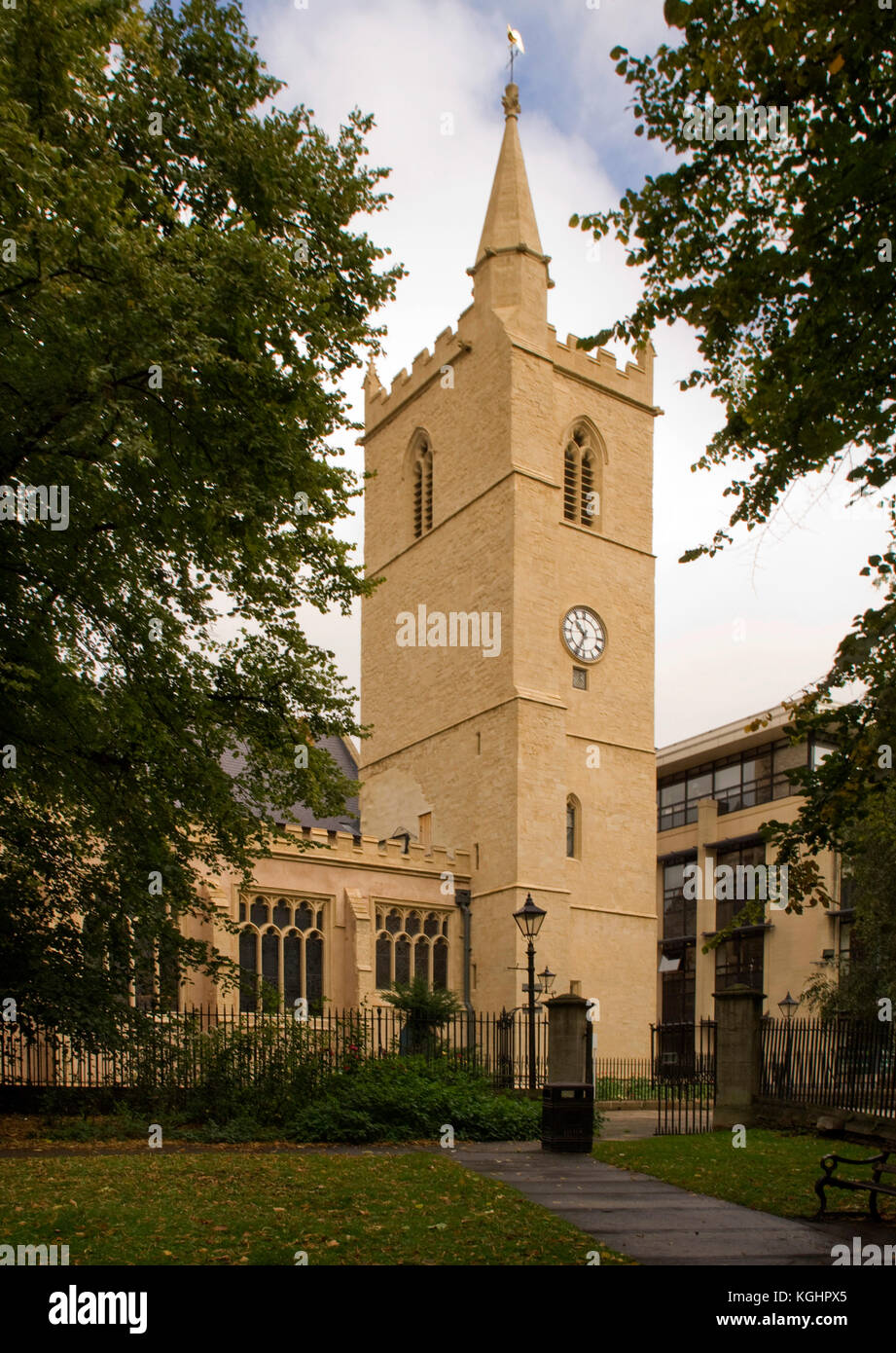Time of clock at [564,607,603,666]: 10:34
